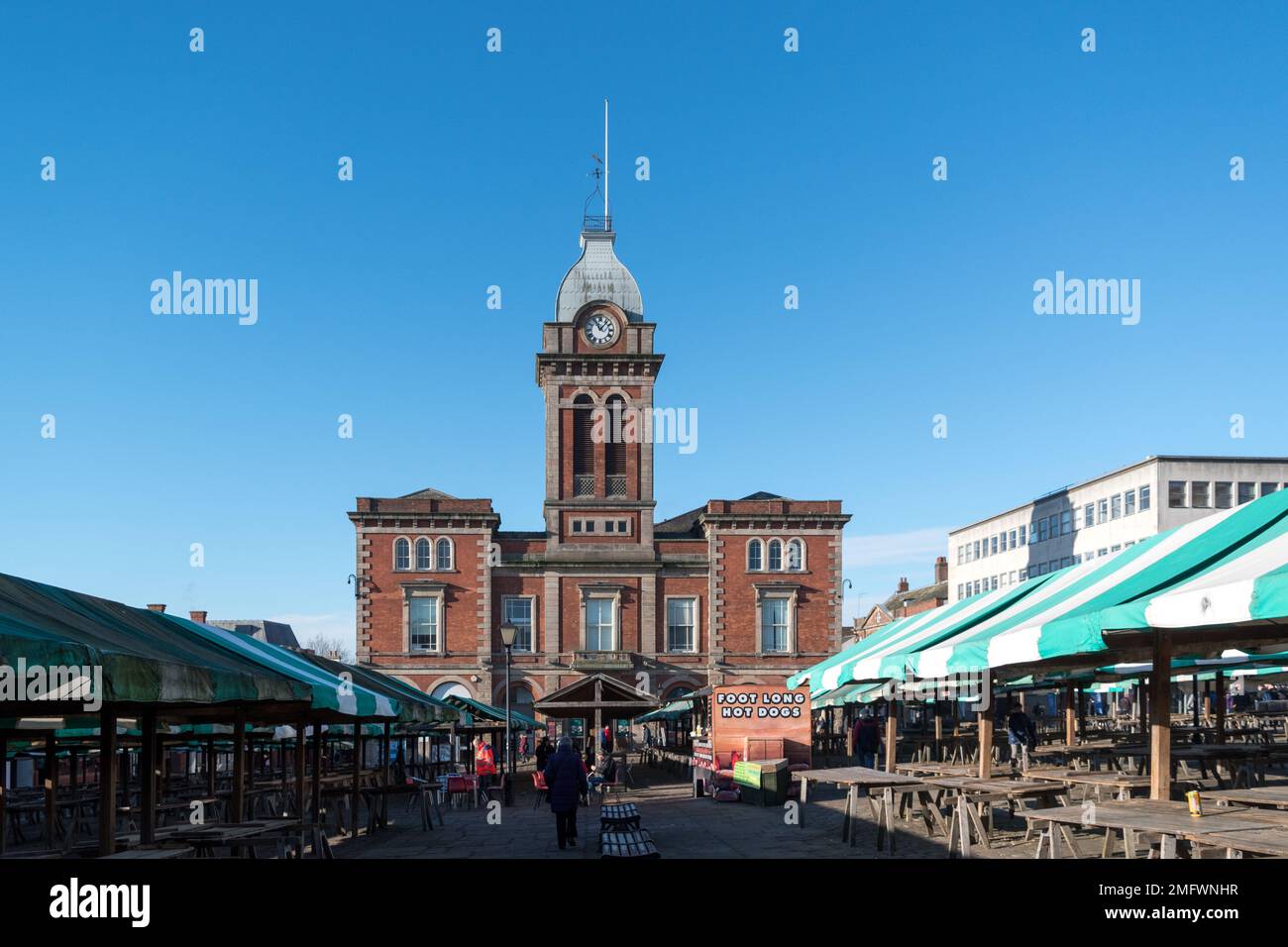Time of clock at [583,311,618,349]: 11:07
